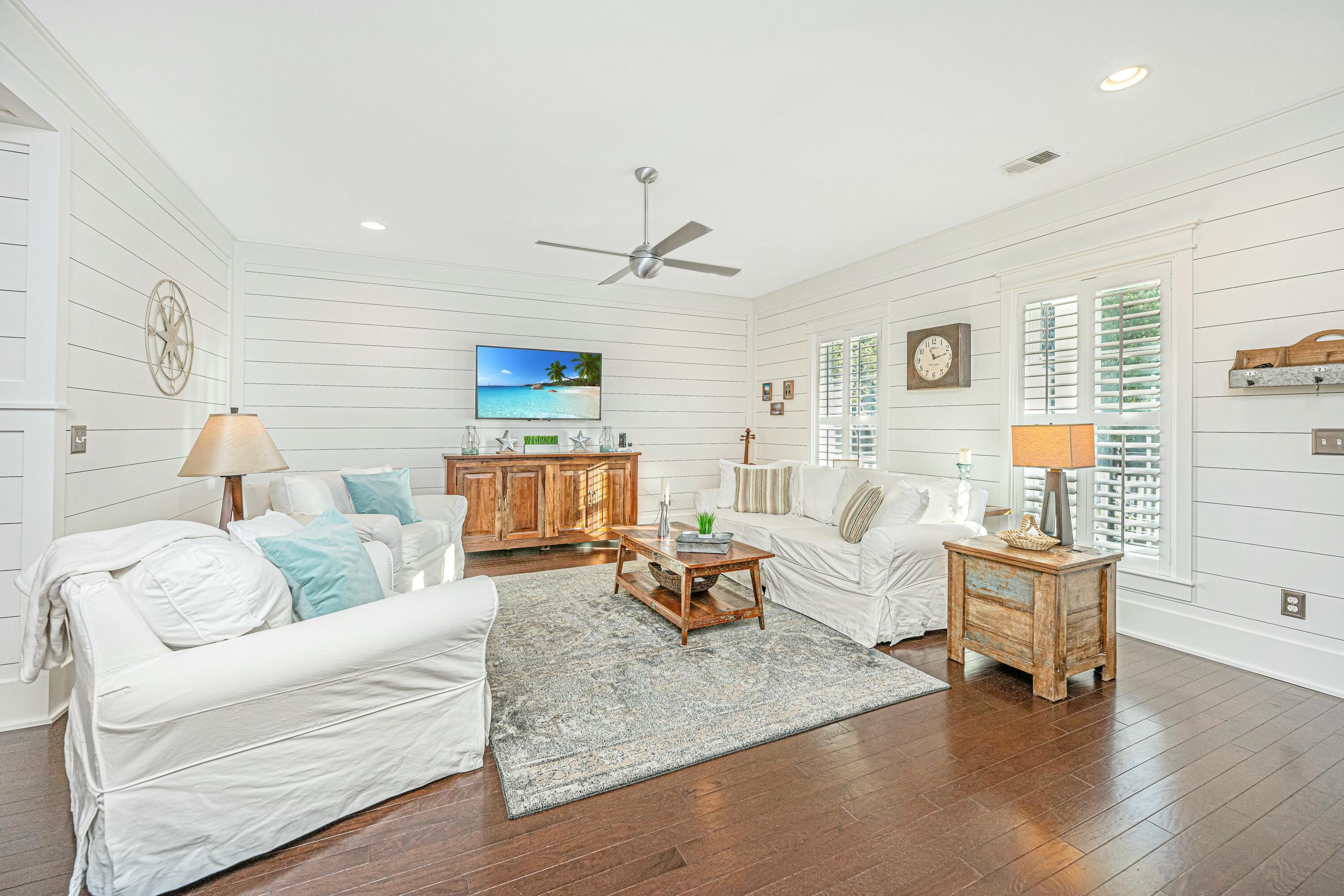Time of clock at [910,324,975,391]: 11:12
